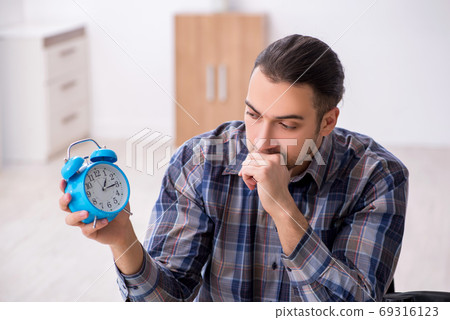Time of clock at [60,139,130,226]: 1:14
